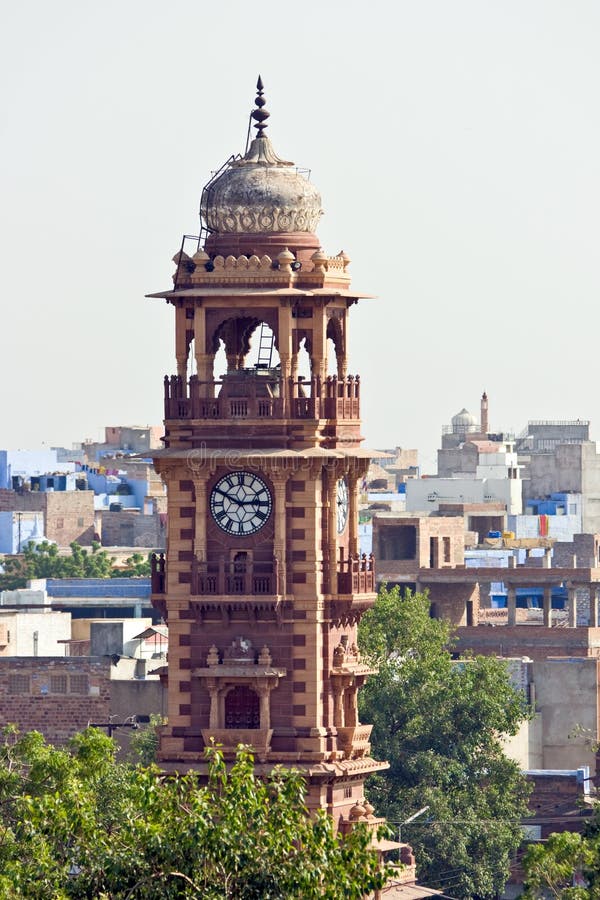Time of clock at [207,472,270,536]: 2:49
